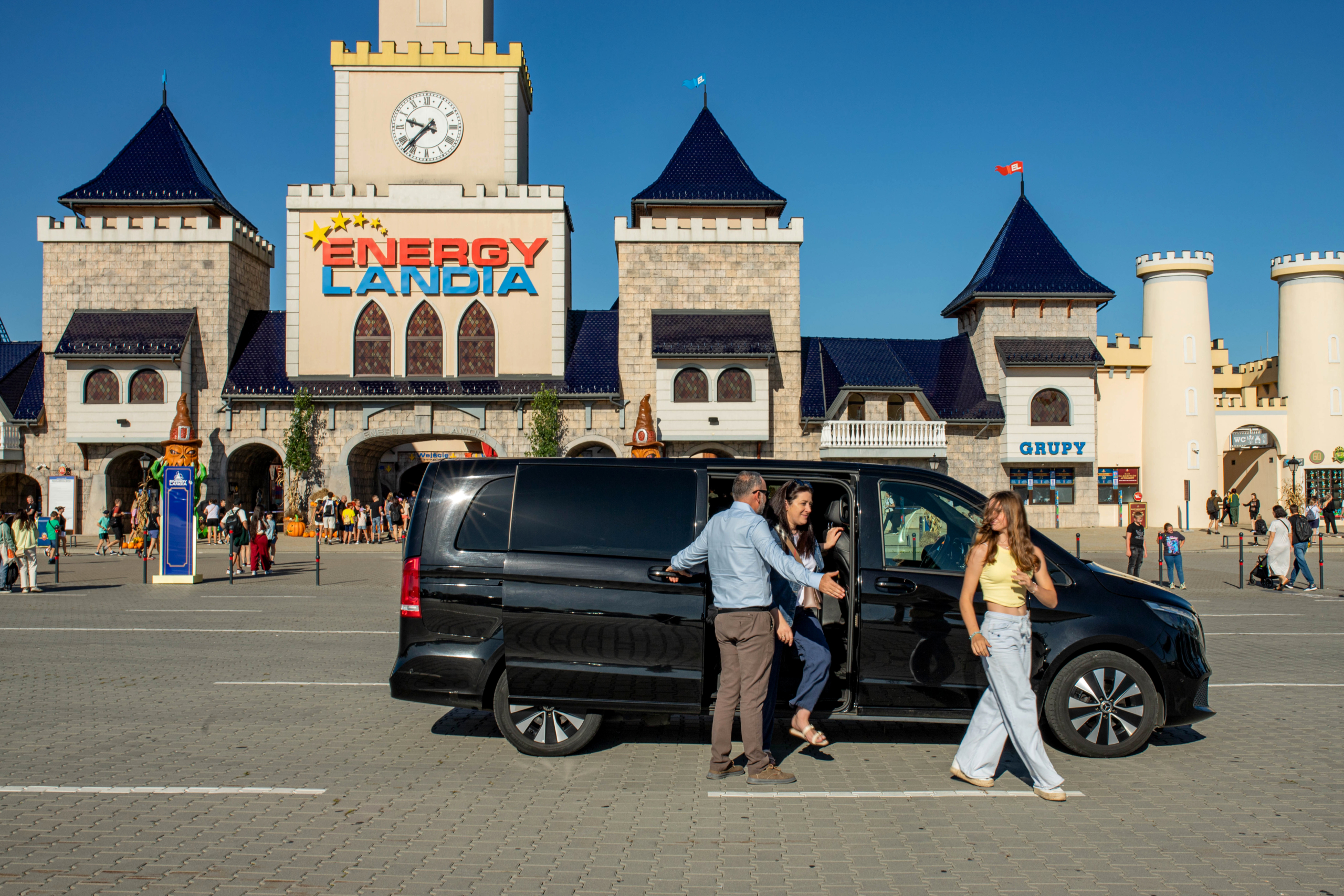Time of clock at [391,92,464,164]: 9:37
